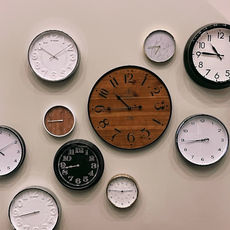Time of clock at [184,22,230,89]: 10:45
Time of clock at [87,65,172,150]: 10:44
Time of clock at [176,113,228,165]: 8:43
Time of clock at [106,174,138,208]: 2:45
